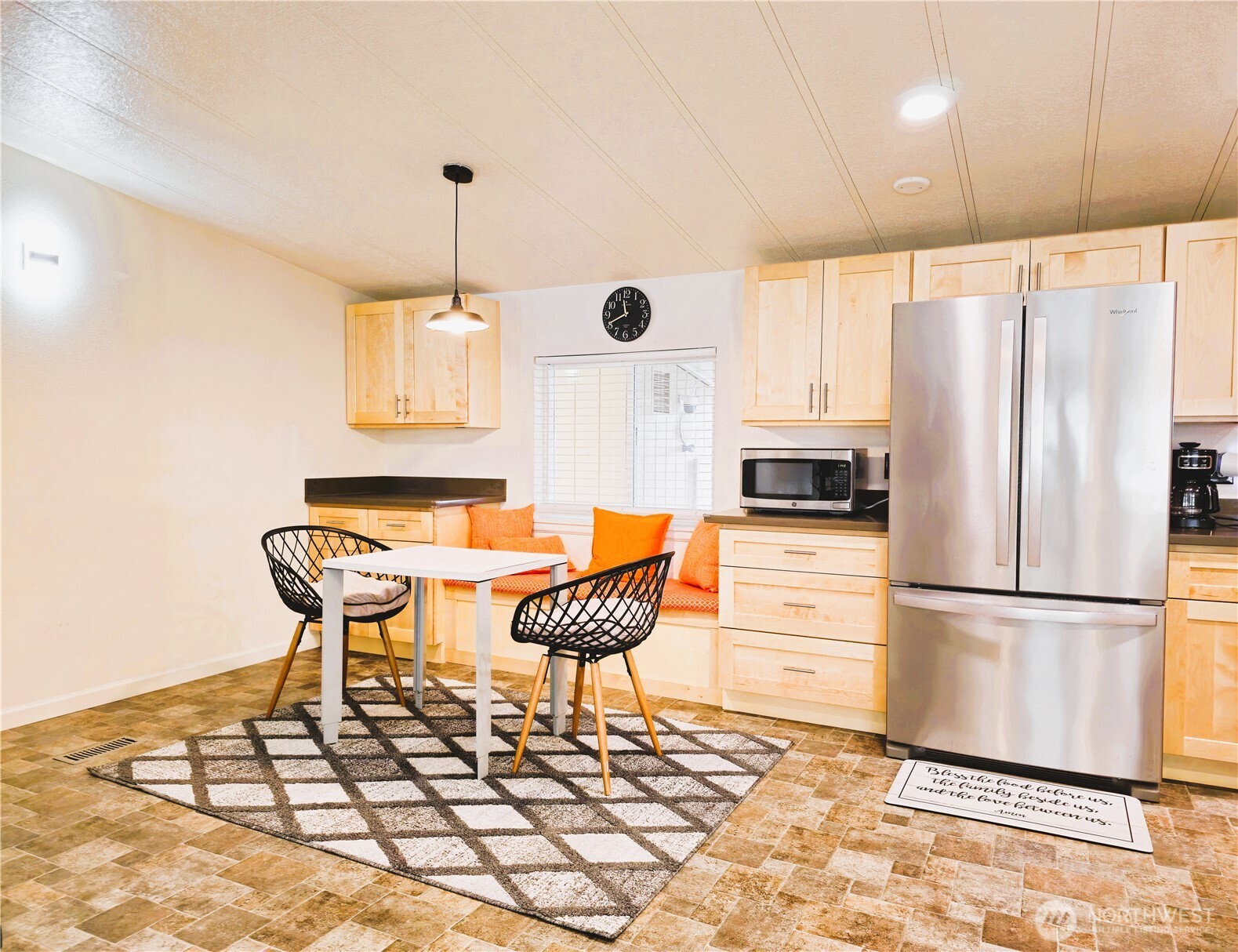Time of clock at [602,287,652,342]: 11:40
